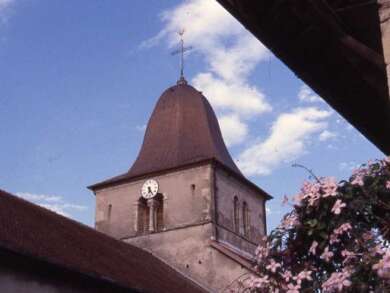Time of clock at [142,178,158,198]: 6:25
